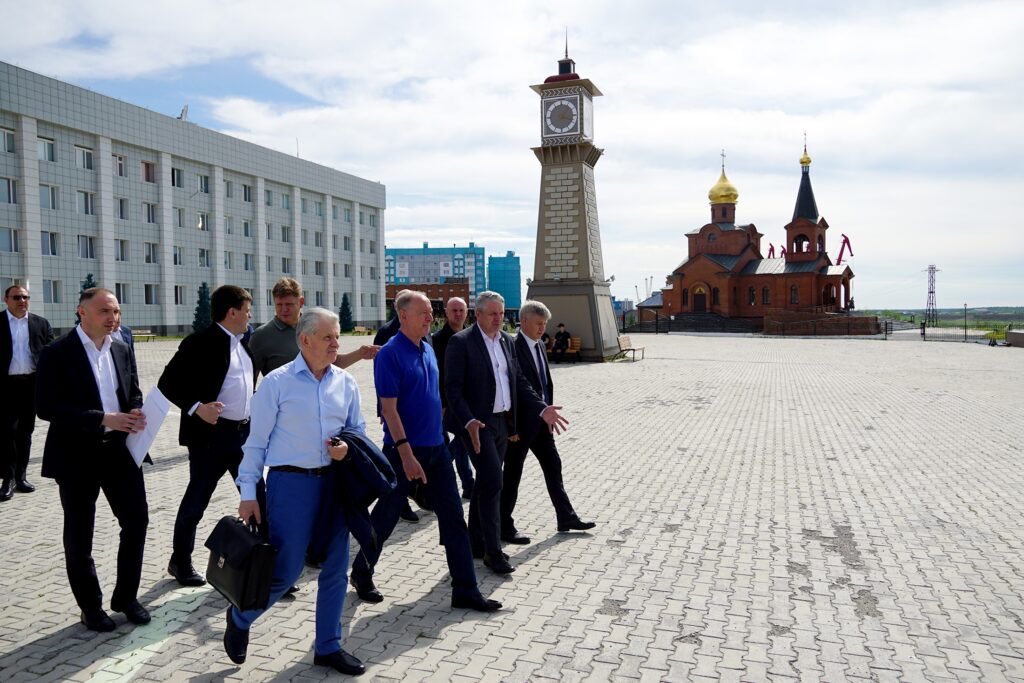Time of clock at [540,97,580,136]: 1:18
